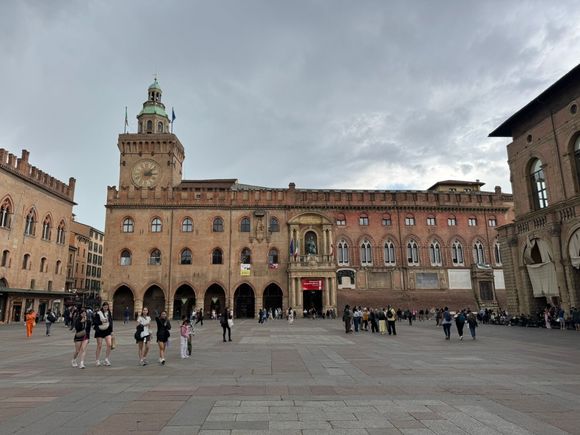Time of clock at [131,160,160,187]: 3:08
